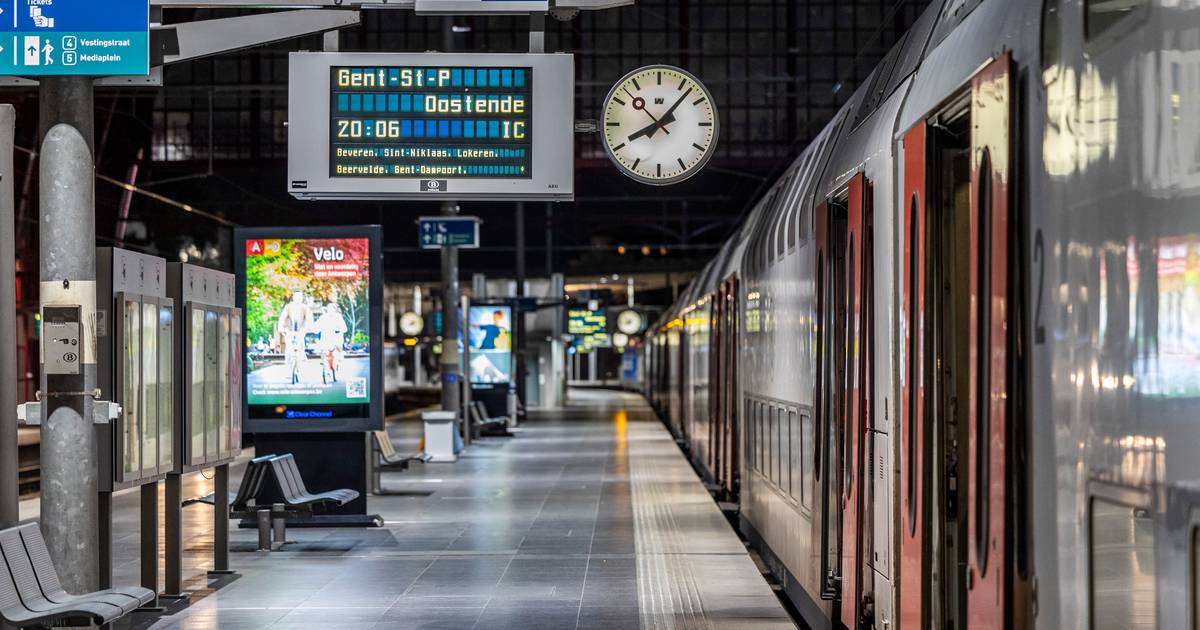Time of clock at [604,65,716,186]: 8:07
